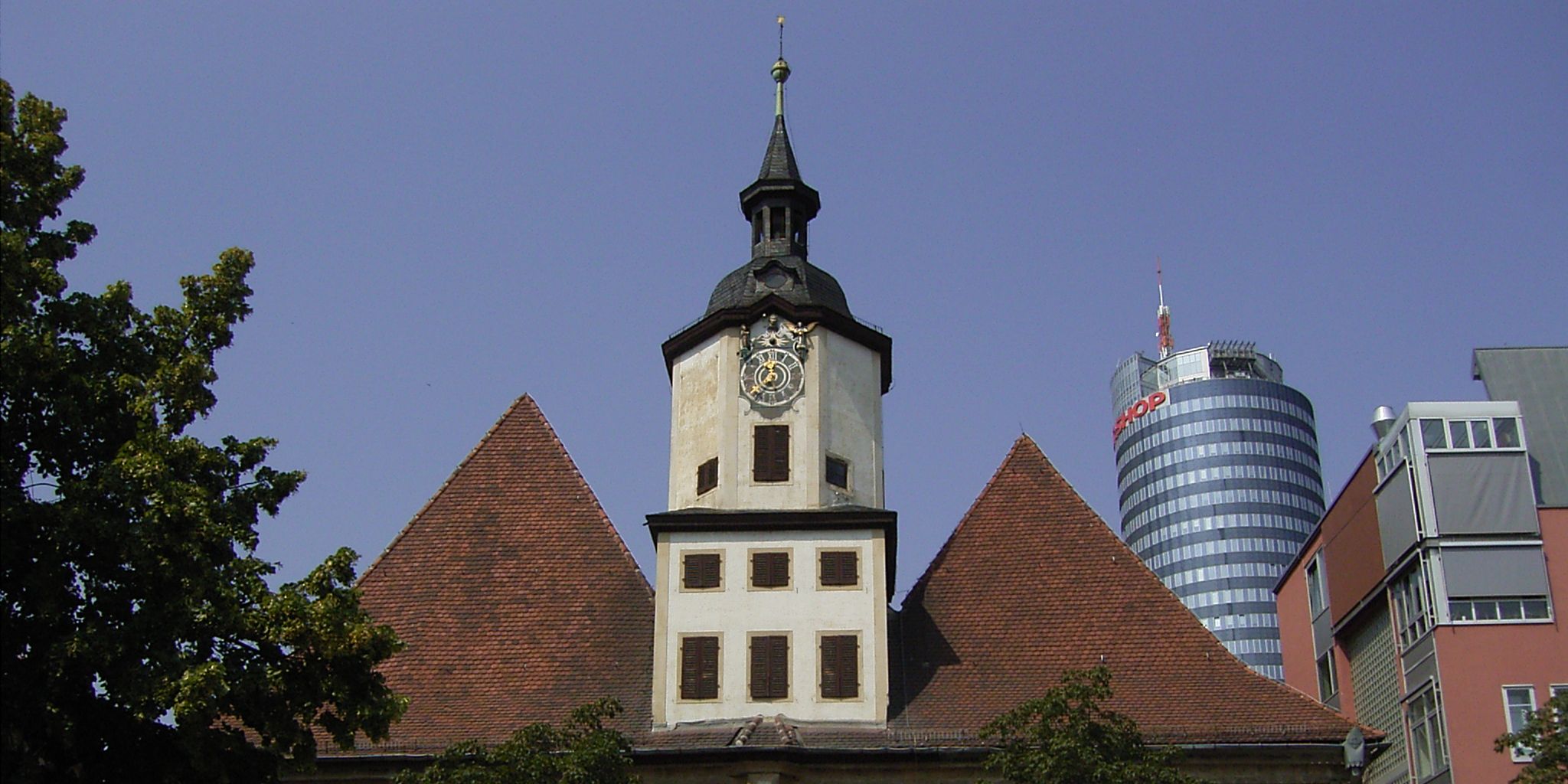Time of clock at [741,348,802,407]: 12:37
